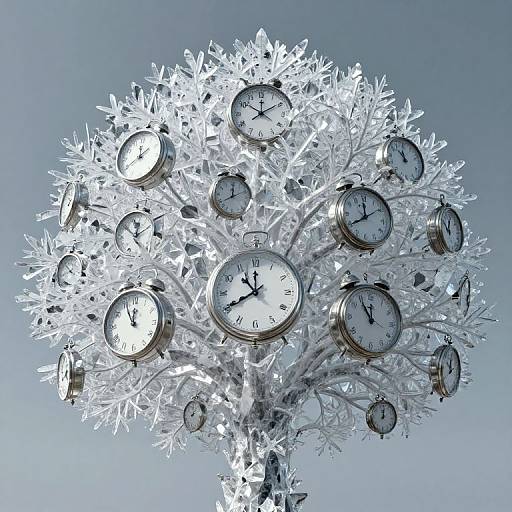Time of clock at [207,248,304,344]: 10:40
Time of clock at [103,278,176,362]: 11:55
